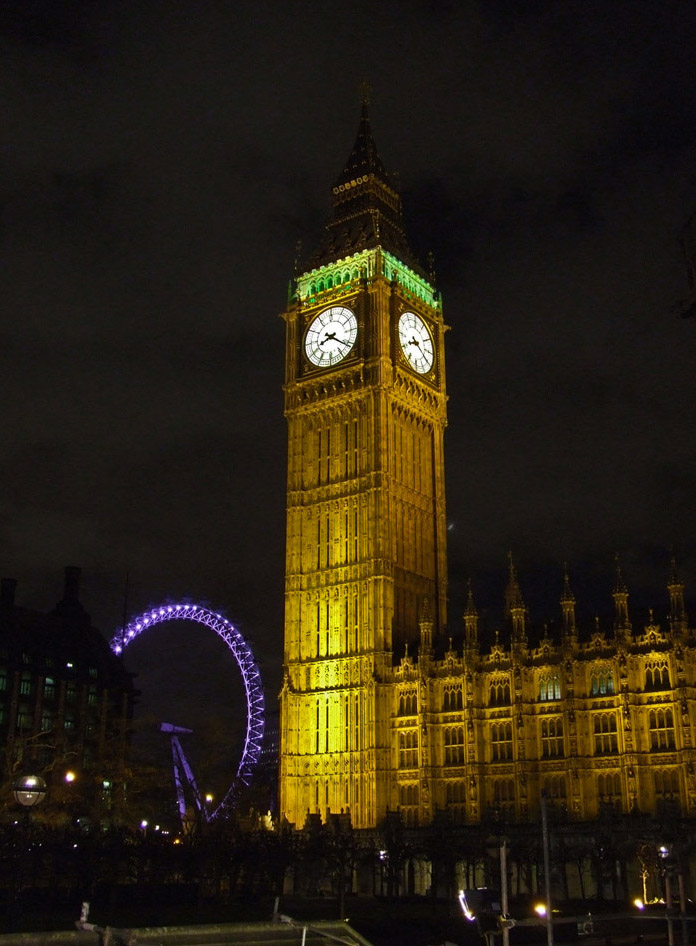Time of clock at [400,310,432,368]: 8:20
